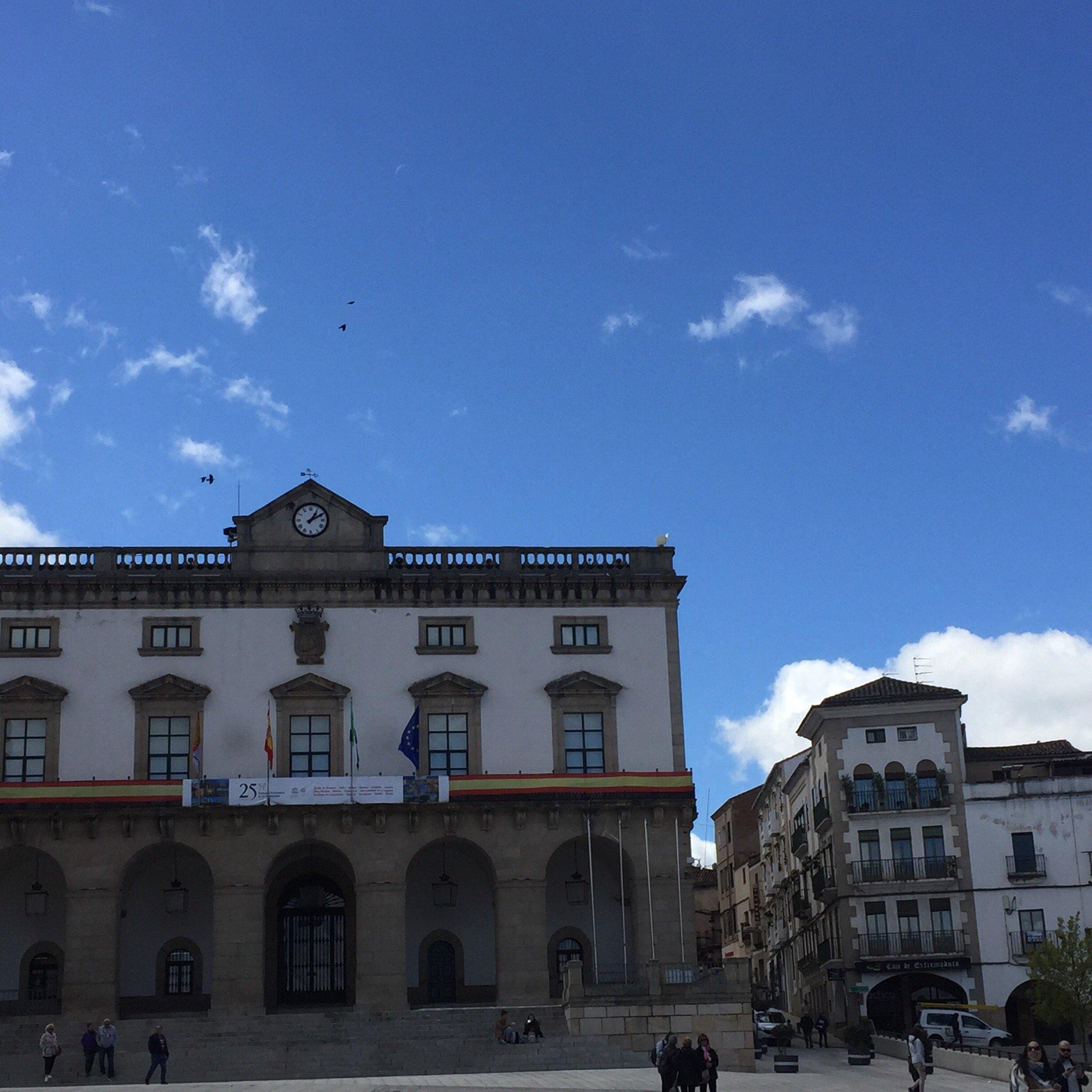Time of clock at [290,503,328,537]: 1:10
